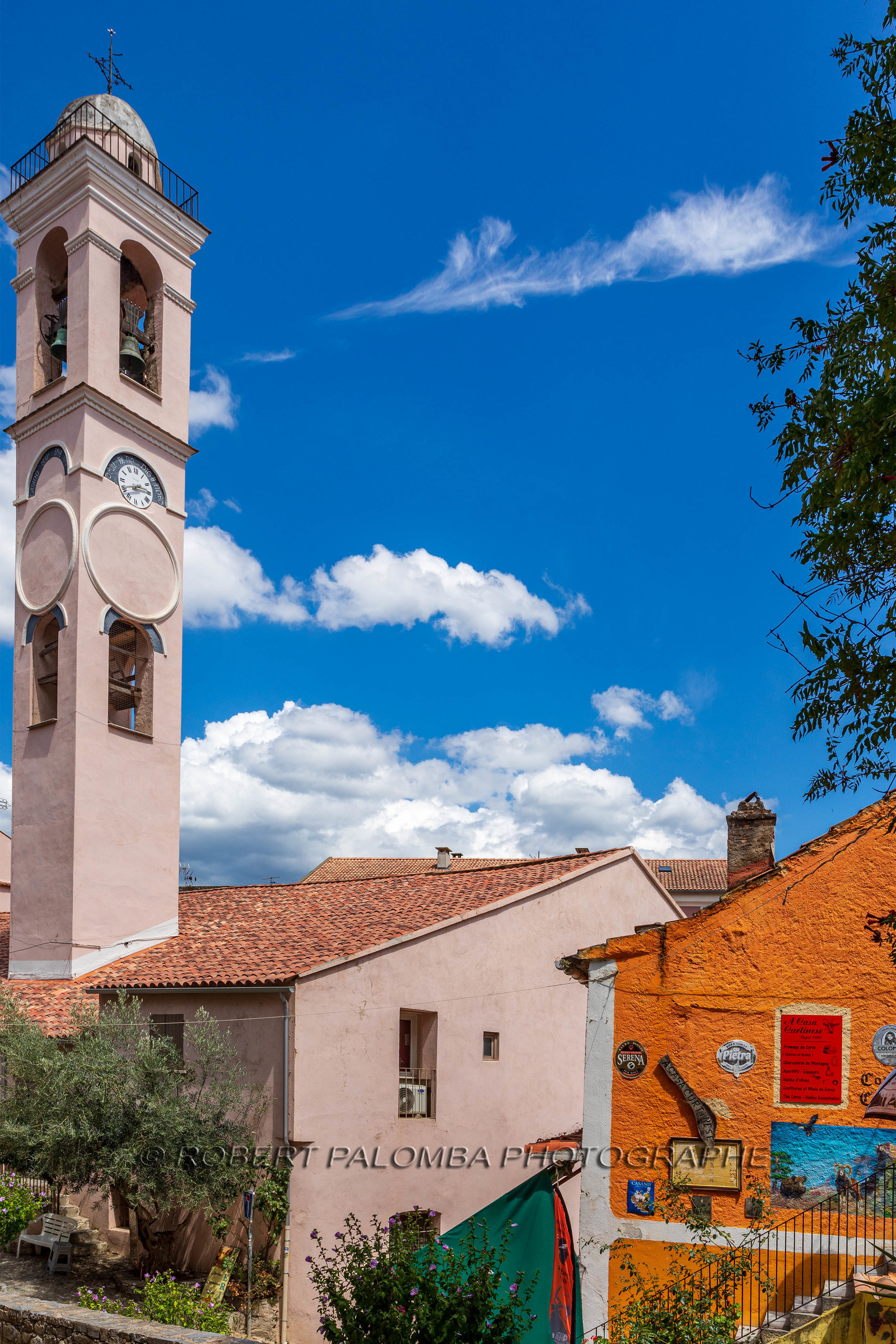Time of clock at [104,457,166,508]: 2:40
